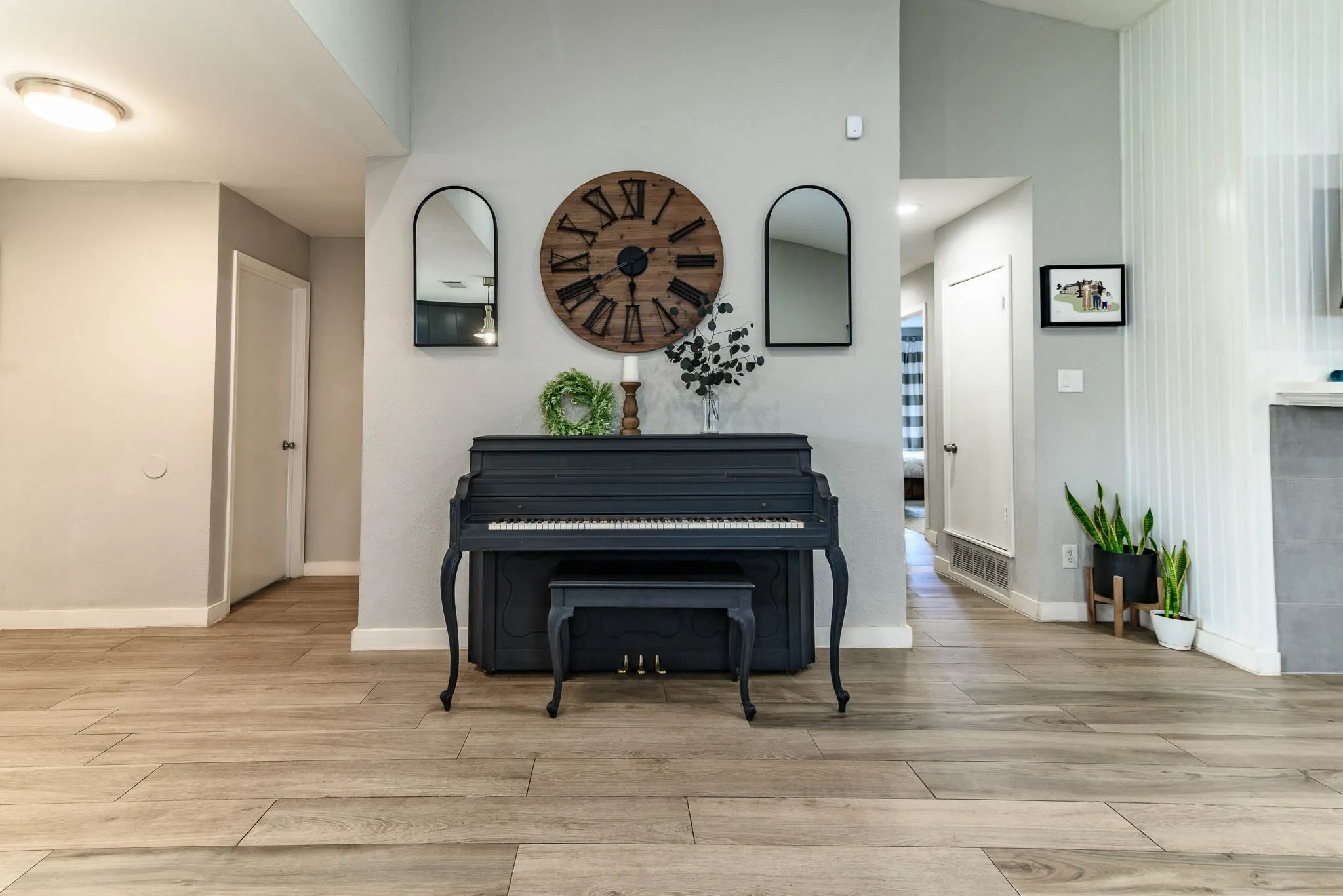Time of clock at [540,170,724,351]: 5:40
